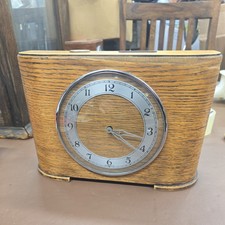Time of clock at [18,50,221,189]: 4:17
